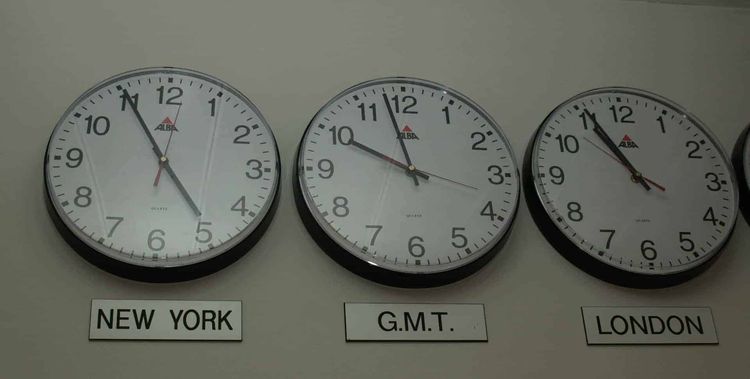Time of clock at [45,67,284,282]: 4:55
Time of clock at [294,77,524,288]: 9:57
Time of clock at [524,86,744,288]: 10:55
